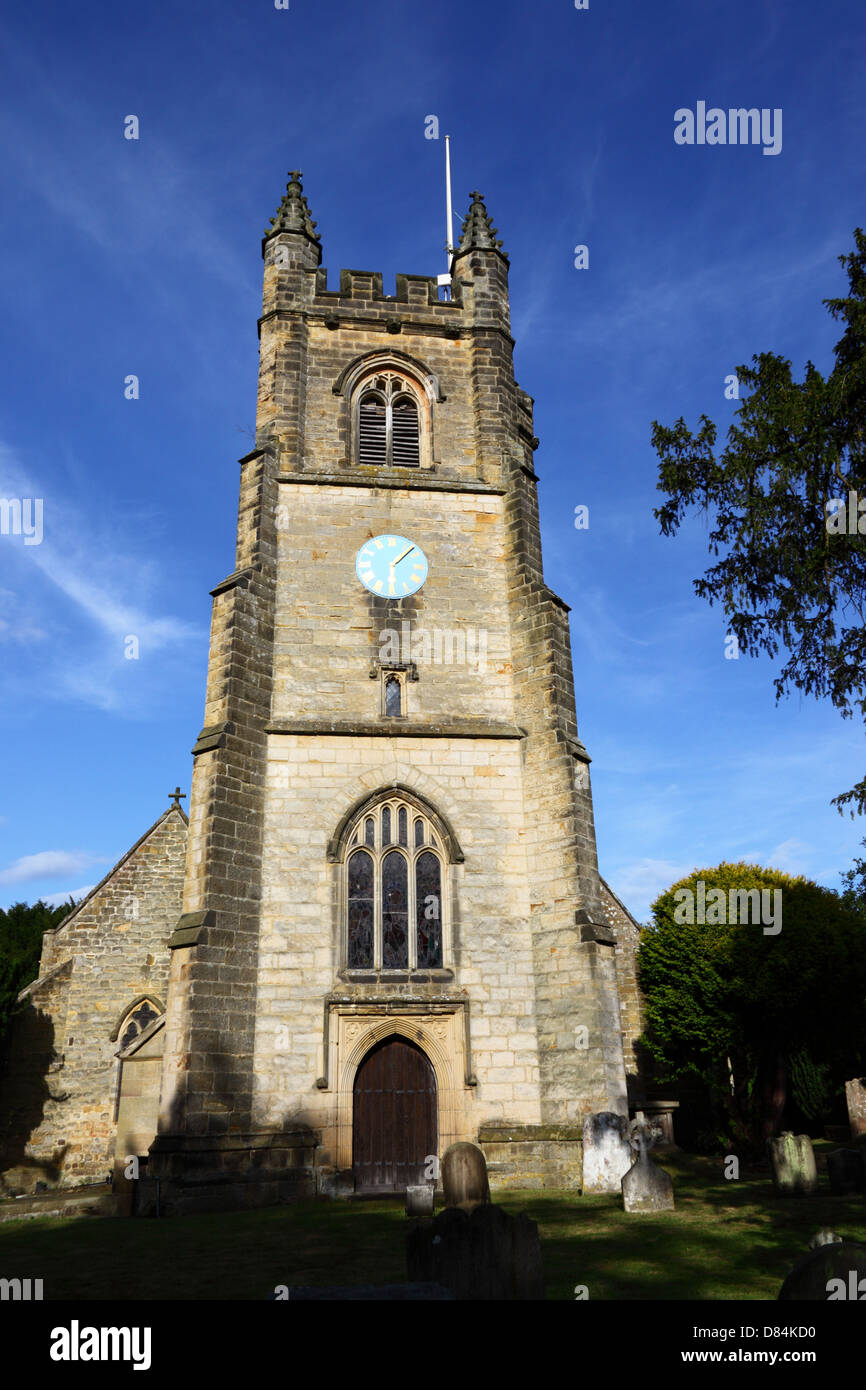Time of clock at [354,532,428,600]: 6:07
